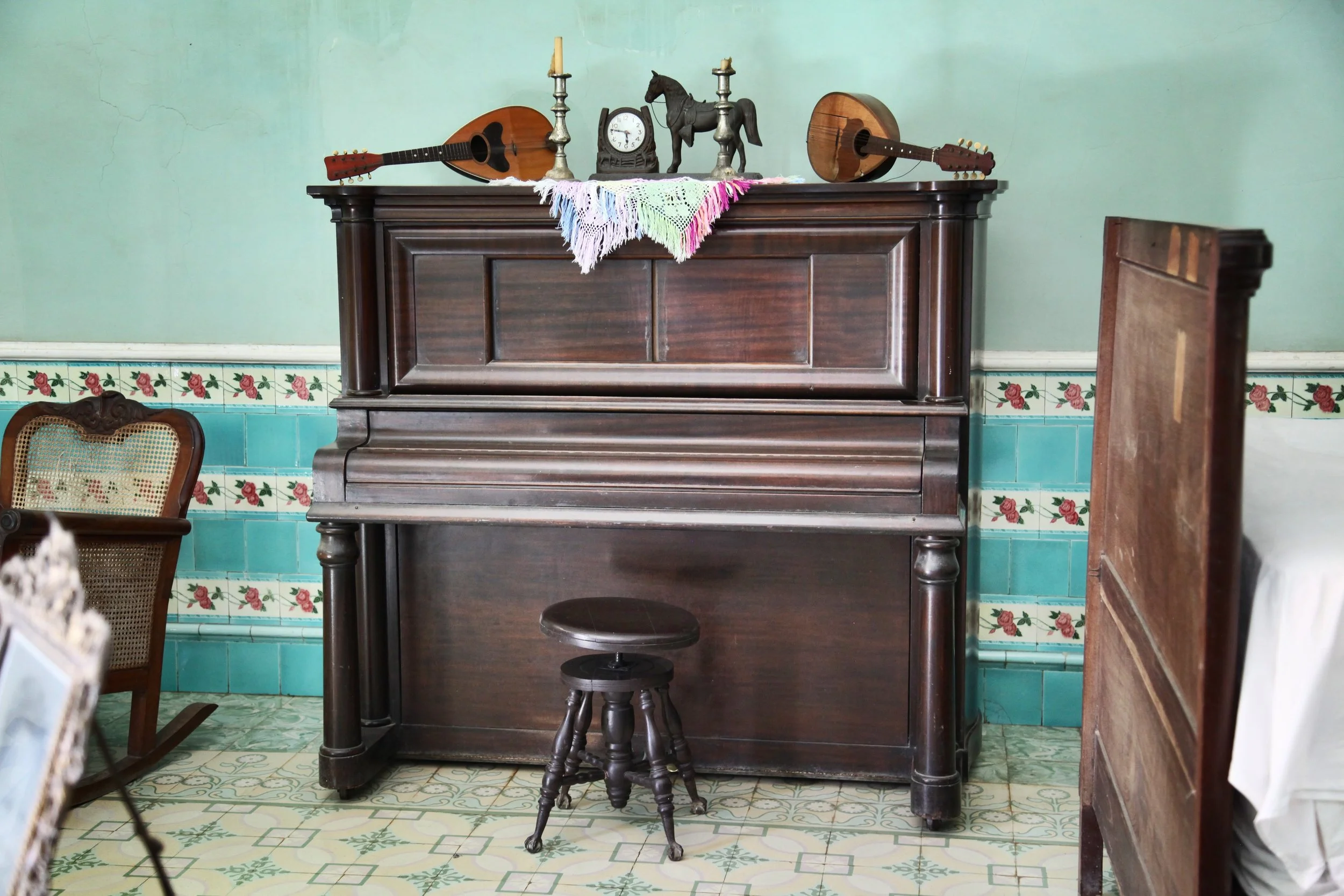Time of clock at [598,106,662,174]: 5:46
